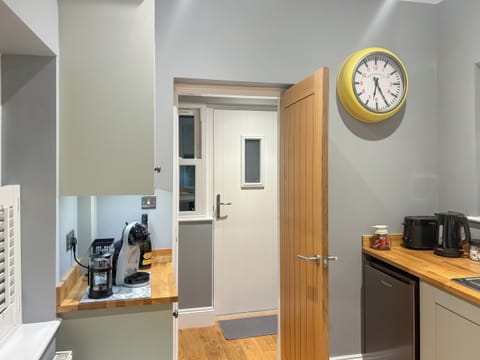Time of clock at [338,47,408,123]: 6:25
